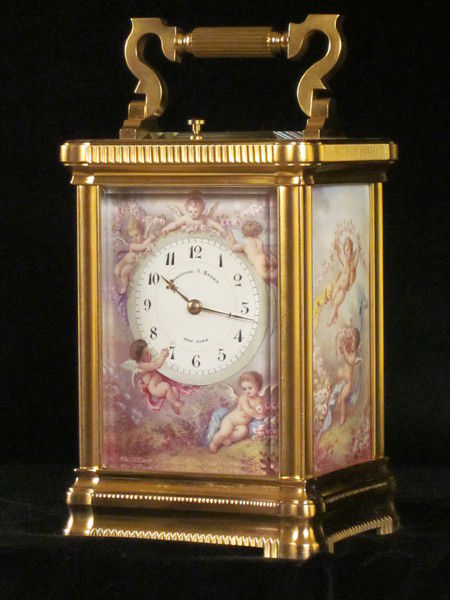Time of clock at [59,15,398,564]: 10:15
